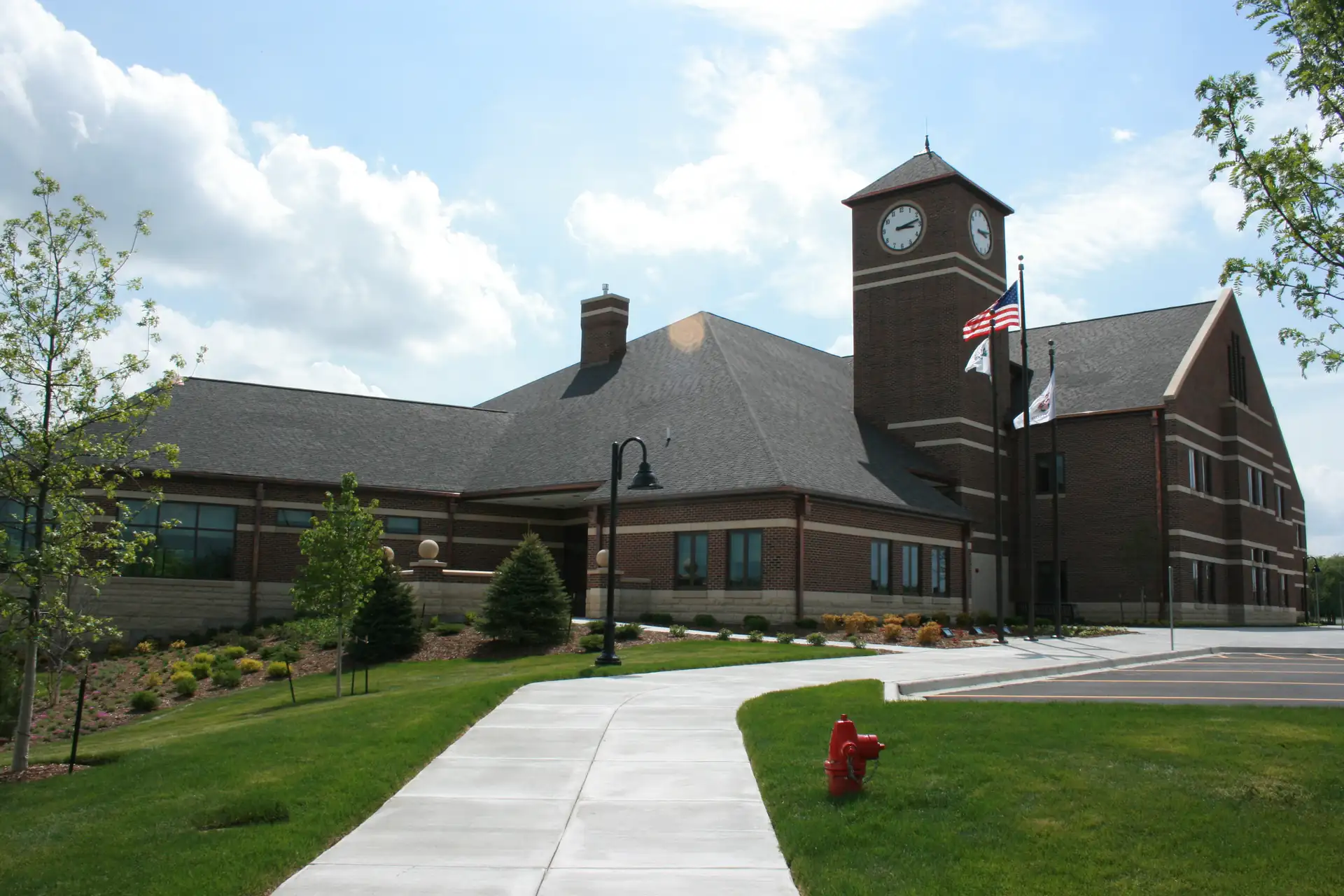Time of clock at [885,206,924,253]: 3:12
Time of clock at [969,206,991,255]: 3:13
